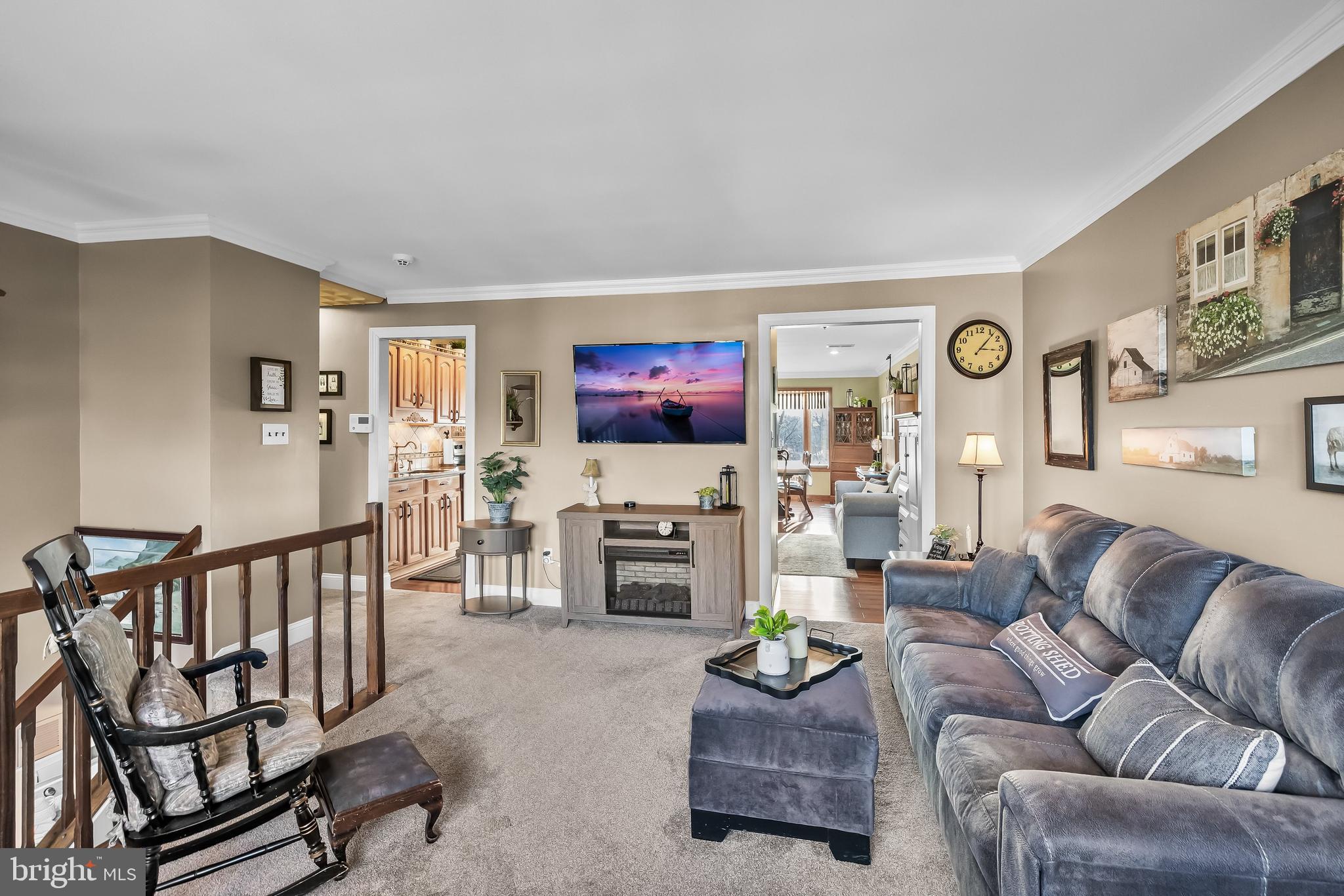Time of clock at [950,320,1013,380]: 3:06
